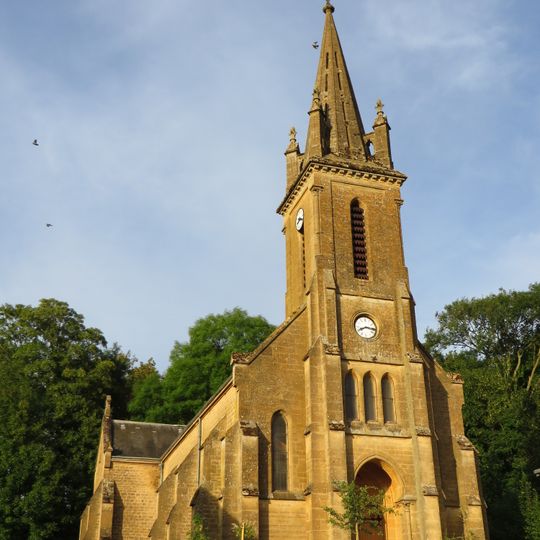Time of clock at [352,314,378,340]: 8:16
